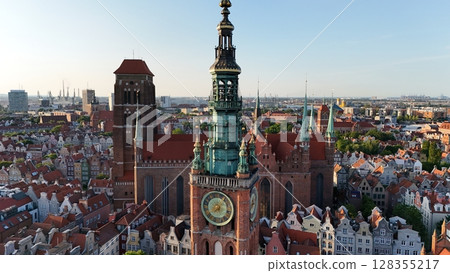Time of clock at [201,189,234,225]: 8:07
